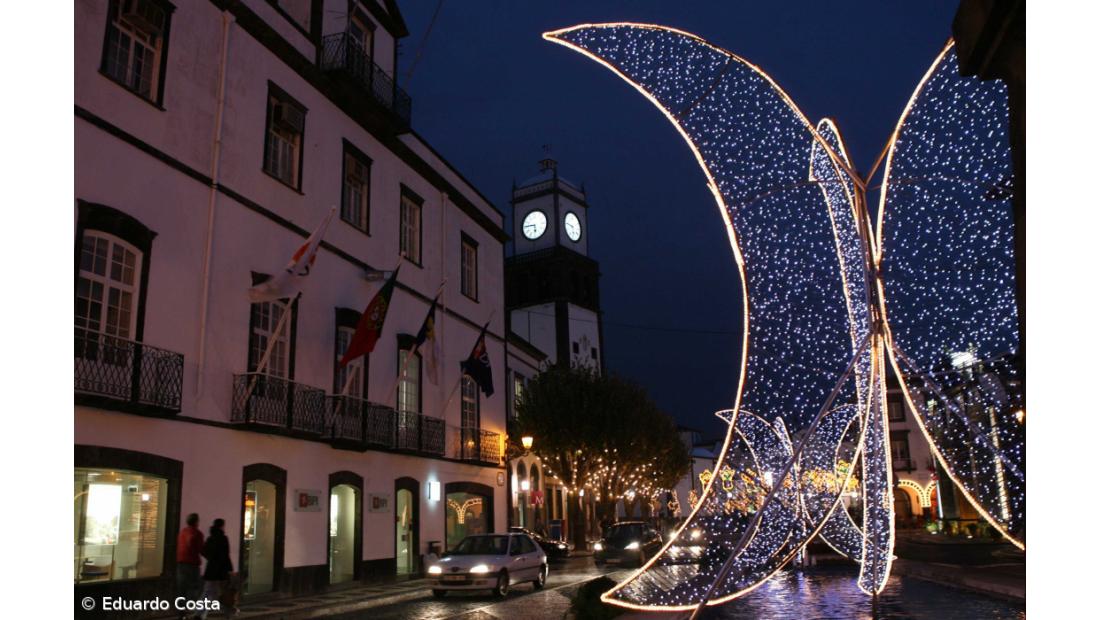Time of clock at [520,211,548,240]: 5:45
